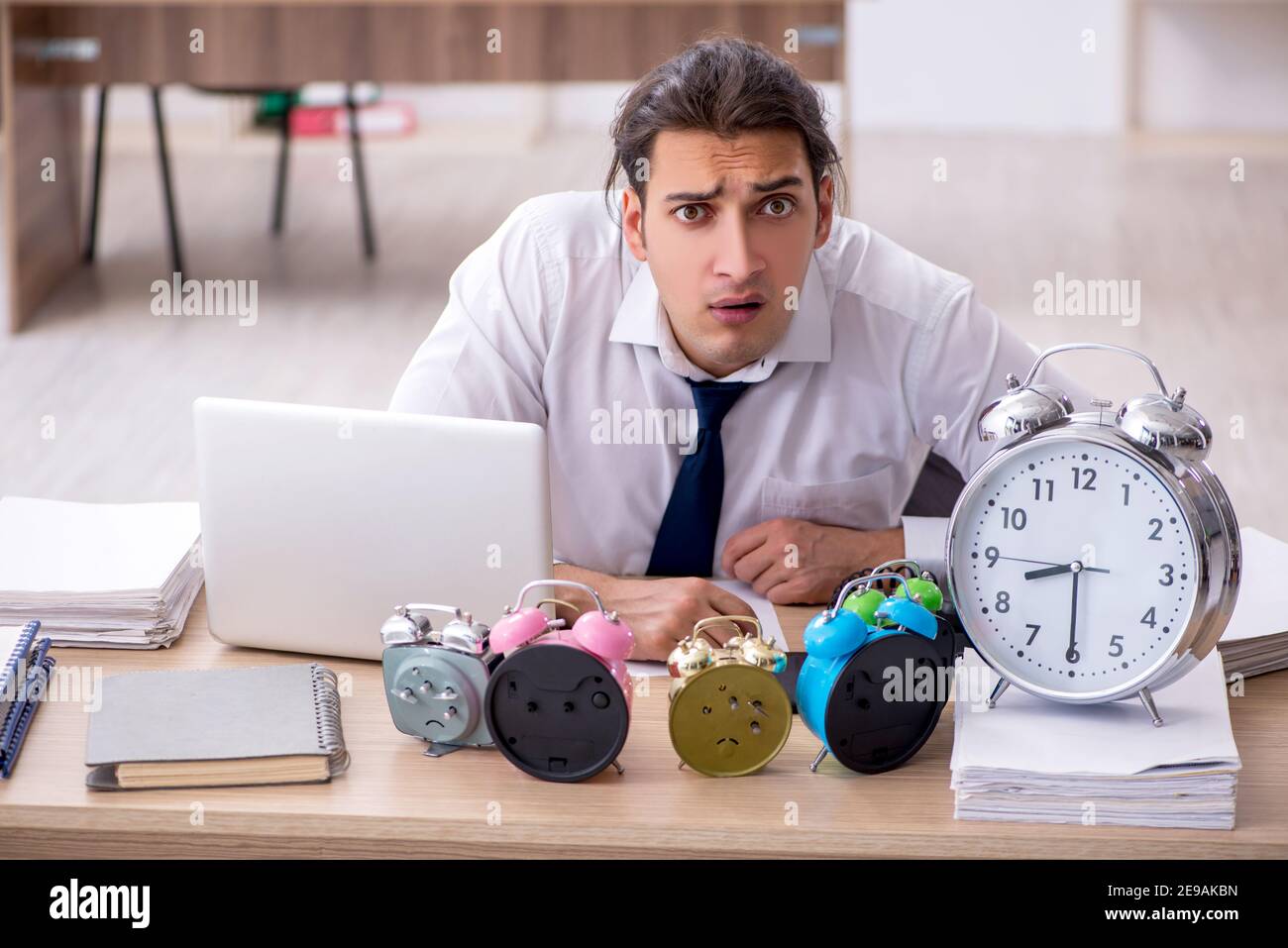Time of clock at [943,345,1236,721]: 8:30
